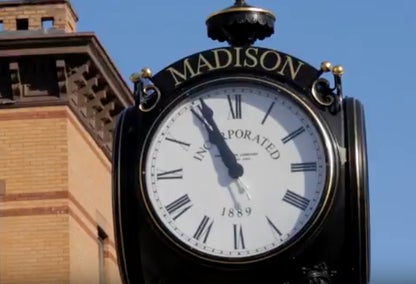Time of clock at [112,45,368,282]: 10:56
